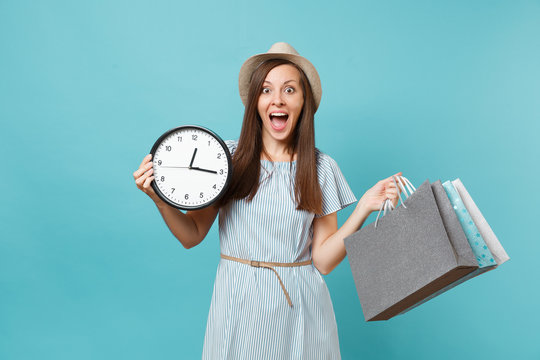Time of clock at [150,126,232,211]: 12:15
